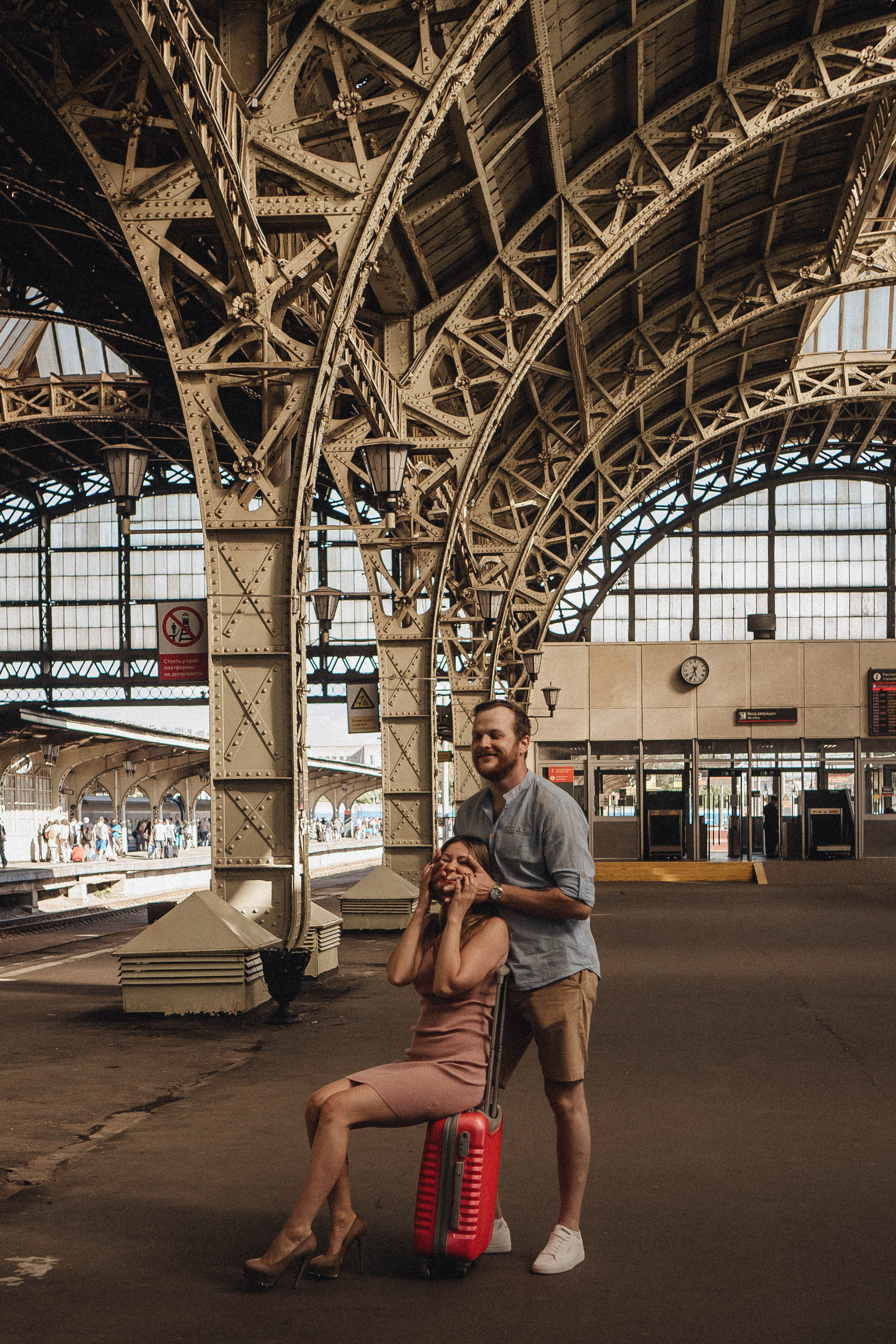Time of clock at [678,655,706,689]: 5:34
